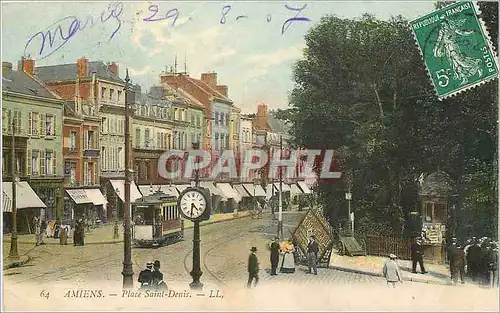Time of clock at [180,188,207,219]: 4:31
